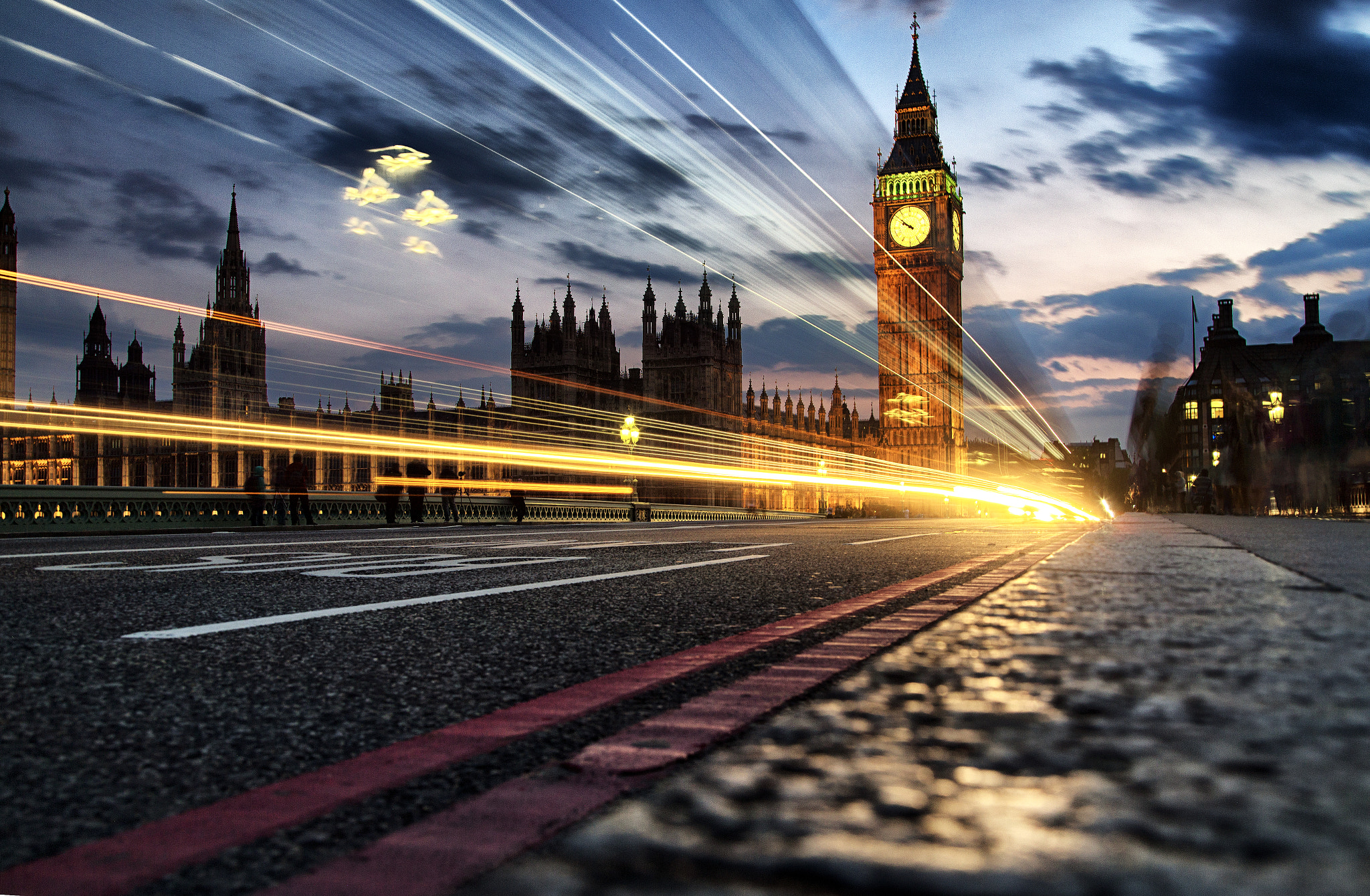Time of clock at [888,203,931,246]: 9:50
